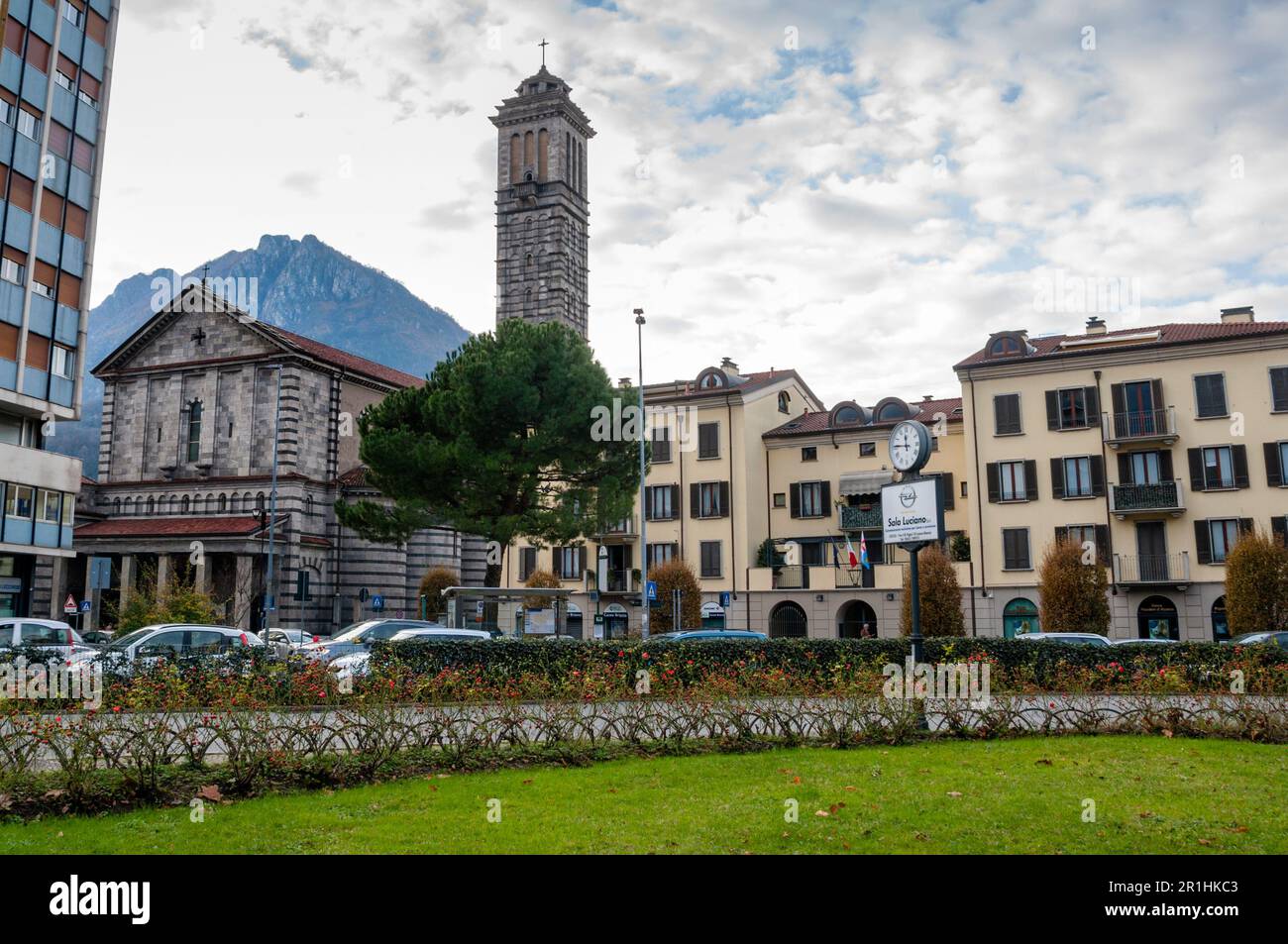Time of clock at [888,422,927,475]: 11:46
